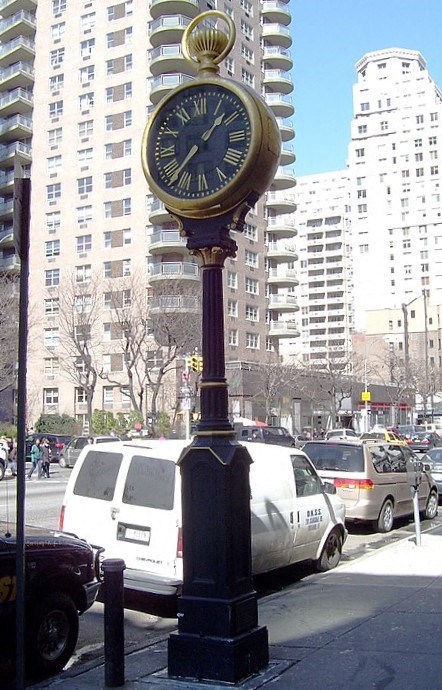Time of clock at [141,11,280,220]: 1:37
